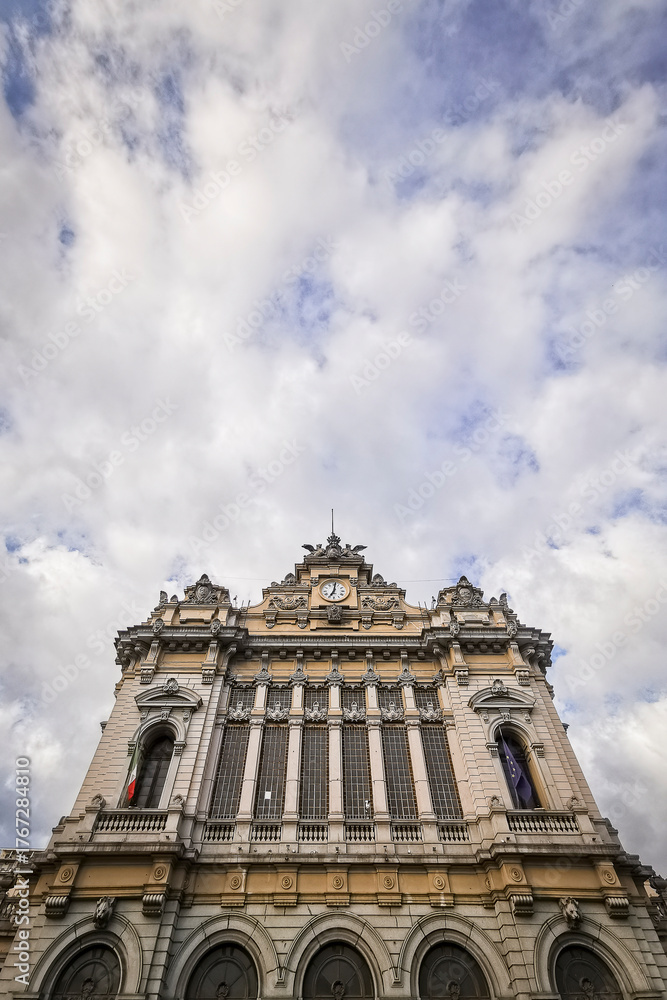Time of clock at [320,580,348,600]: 7:01
